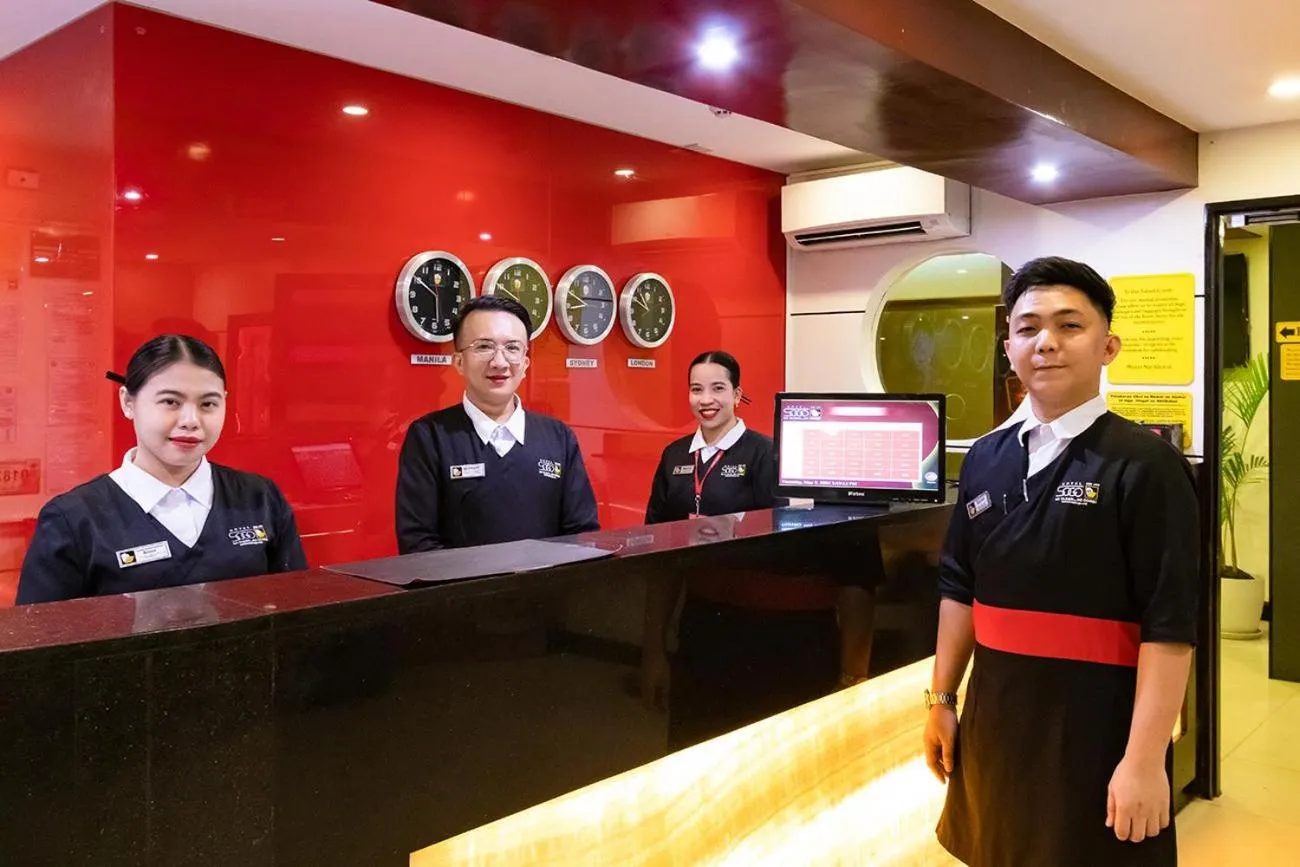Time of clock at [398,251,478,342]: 5:50
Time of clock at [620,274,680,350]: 10:49
